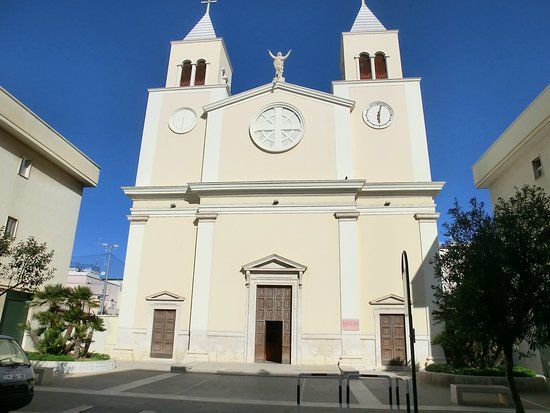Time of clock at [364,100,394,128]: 6:02
